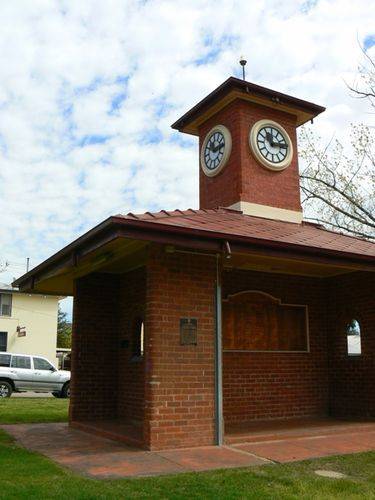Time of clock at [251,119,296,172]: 11:13
